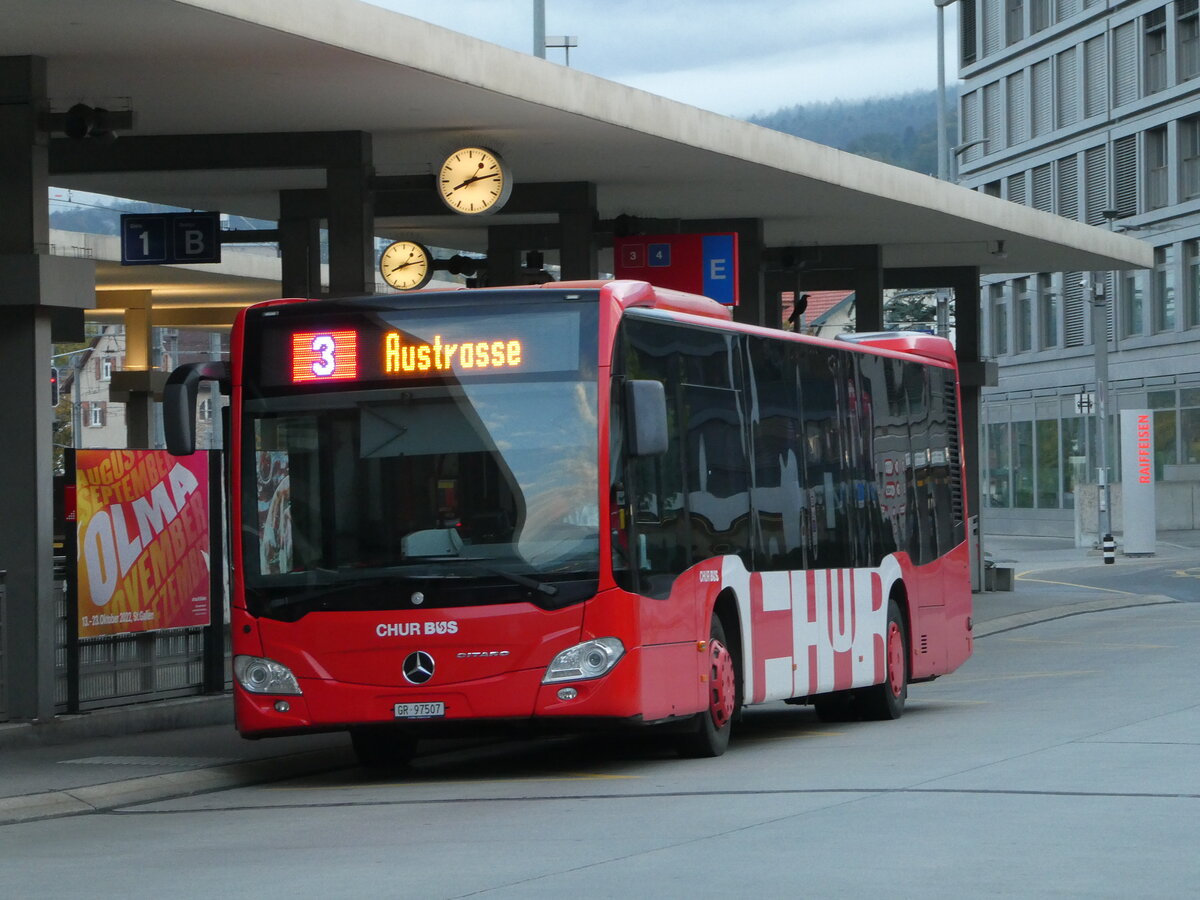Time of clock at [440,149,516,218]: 8:12
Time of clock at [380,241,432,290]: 8:13
